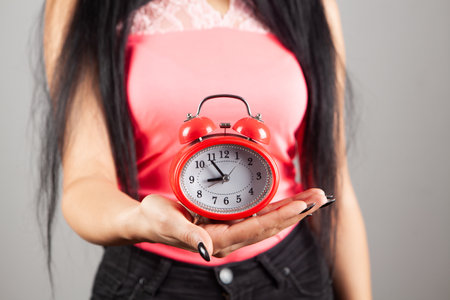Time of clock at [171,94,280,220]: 8:54
